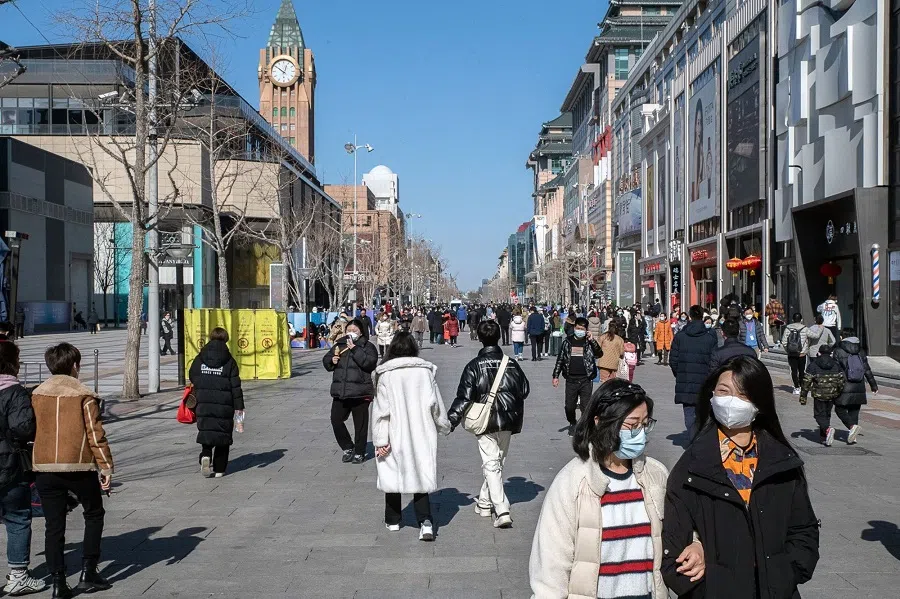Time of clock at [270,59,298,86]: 12:51
